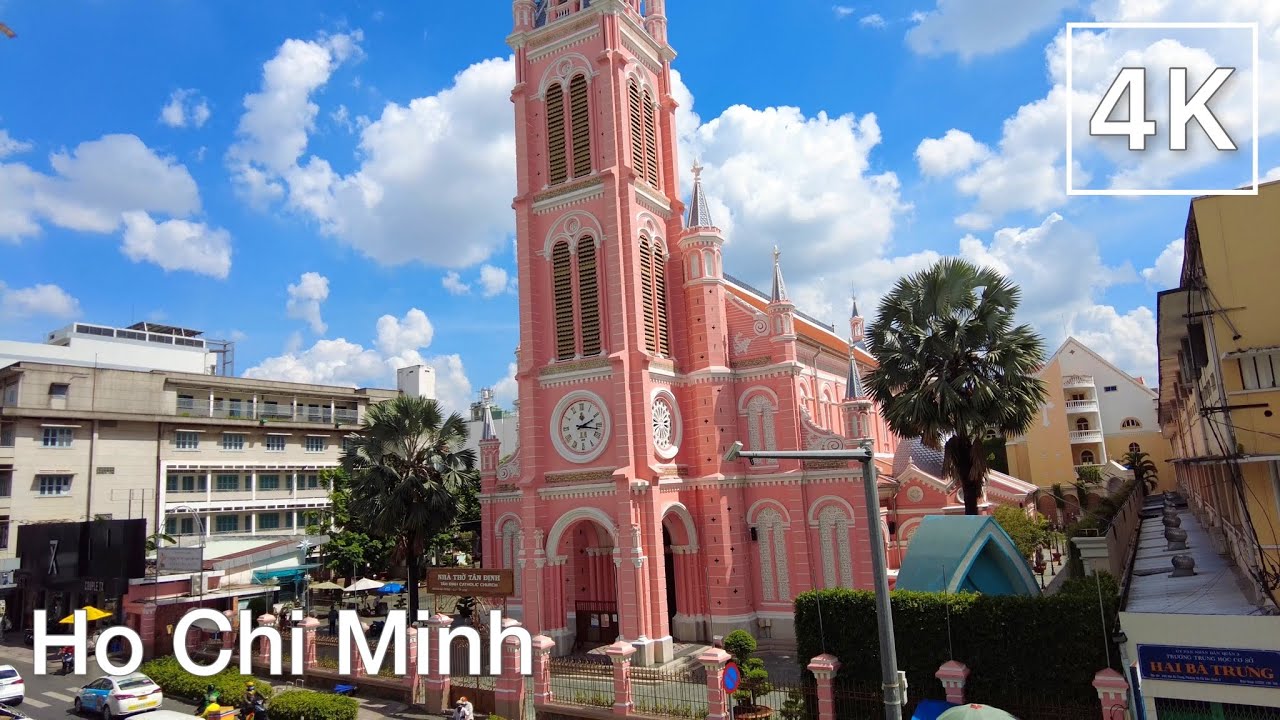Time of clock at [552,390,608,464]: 2:17
